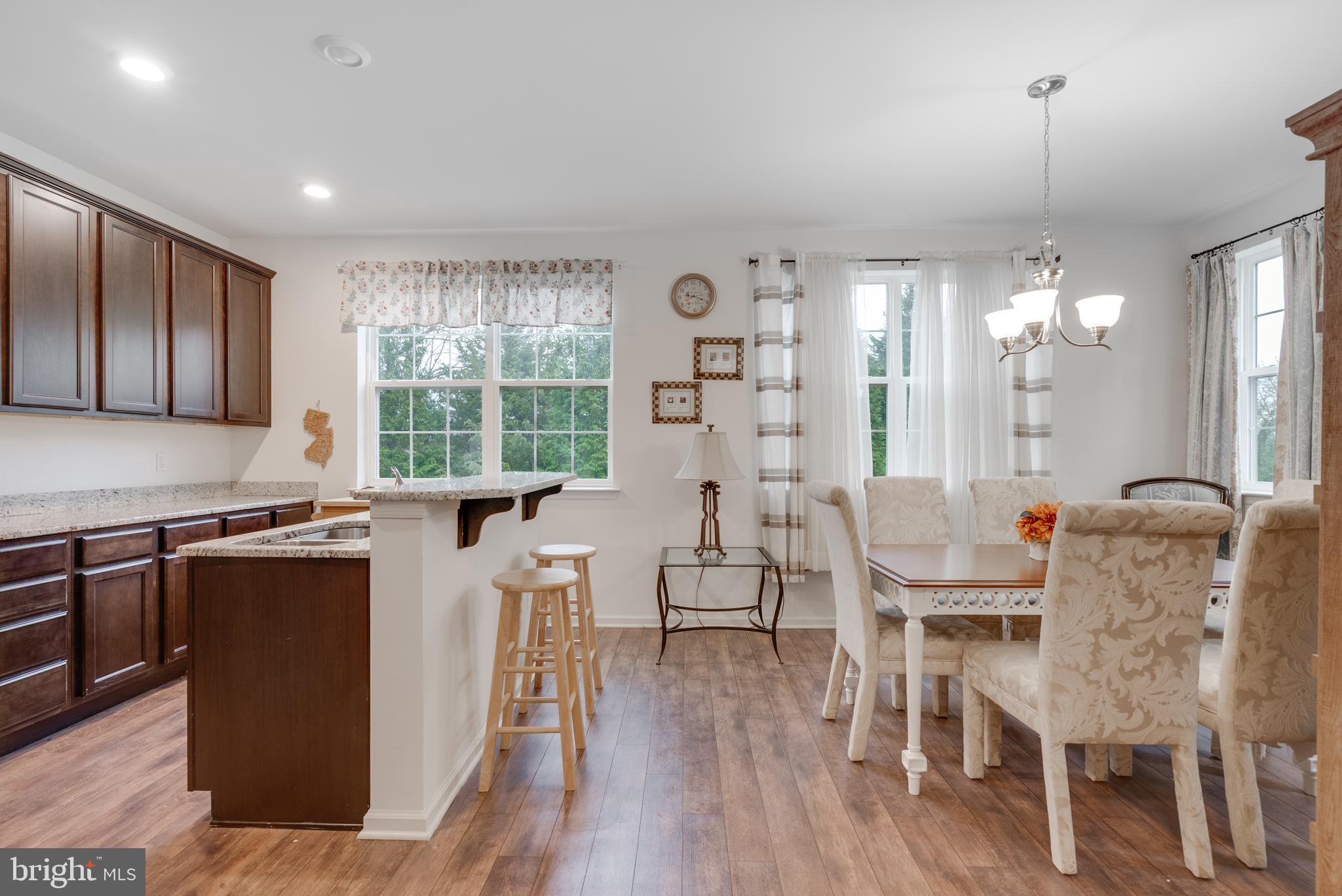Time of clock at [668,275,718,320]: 9:19
